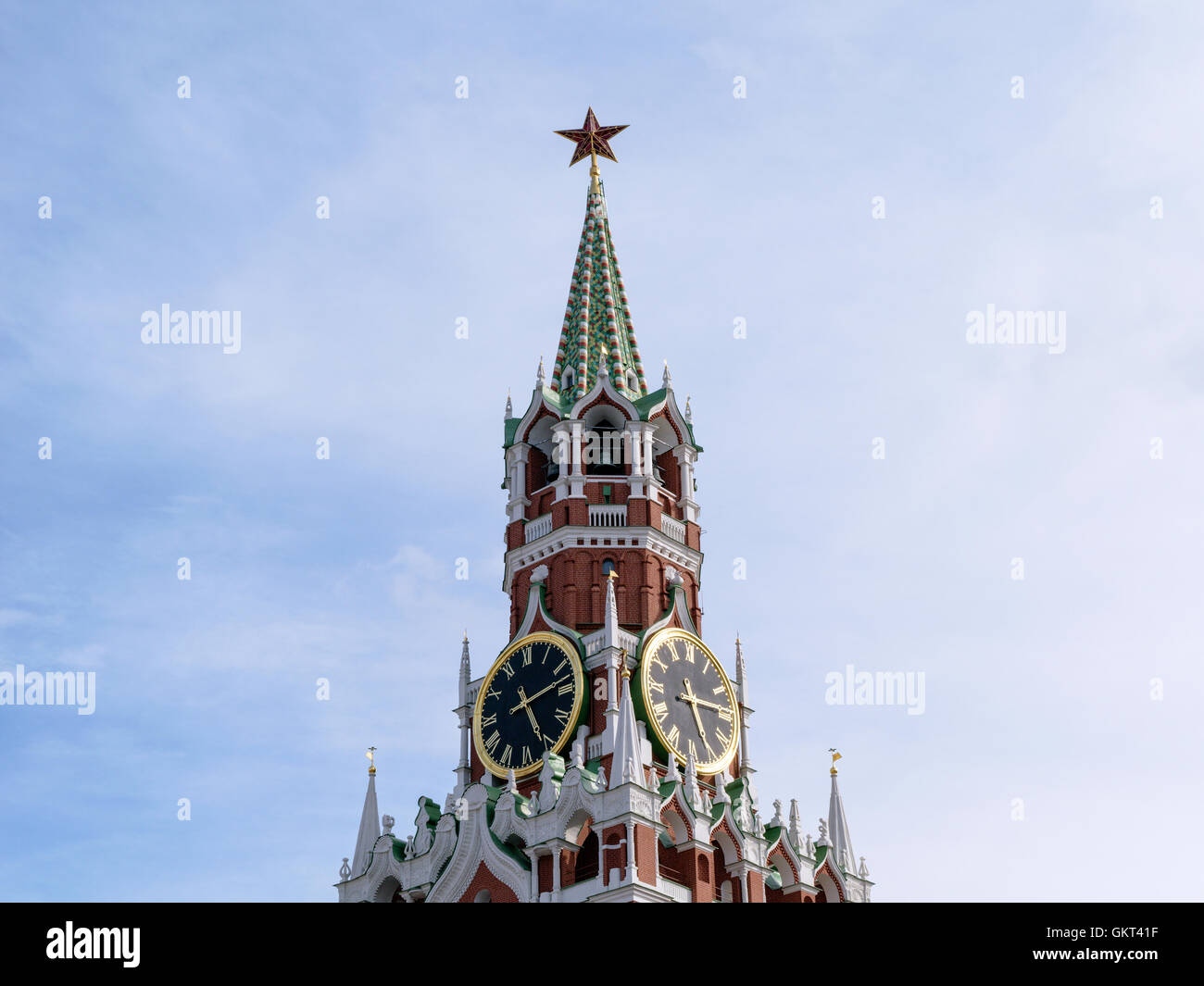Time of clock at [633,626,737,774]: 5:14
